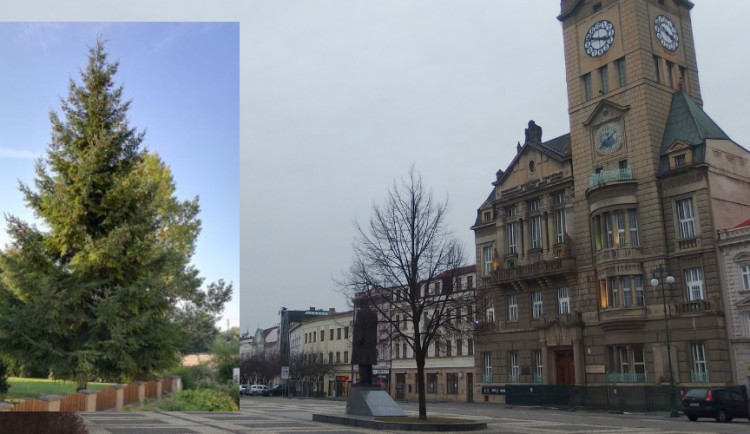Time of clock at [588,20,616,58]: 2:46
